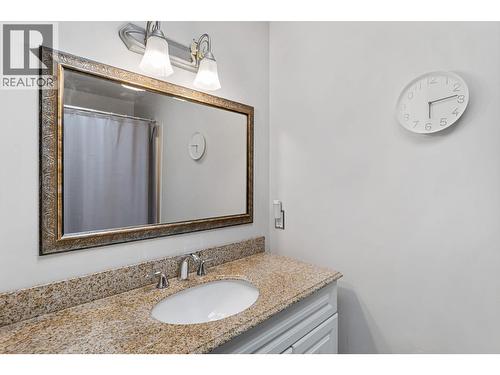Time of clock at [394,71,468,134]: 6:13
